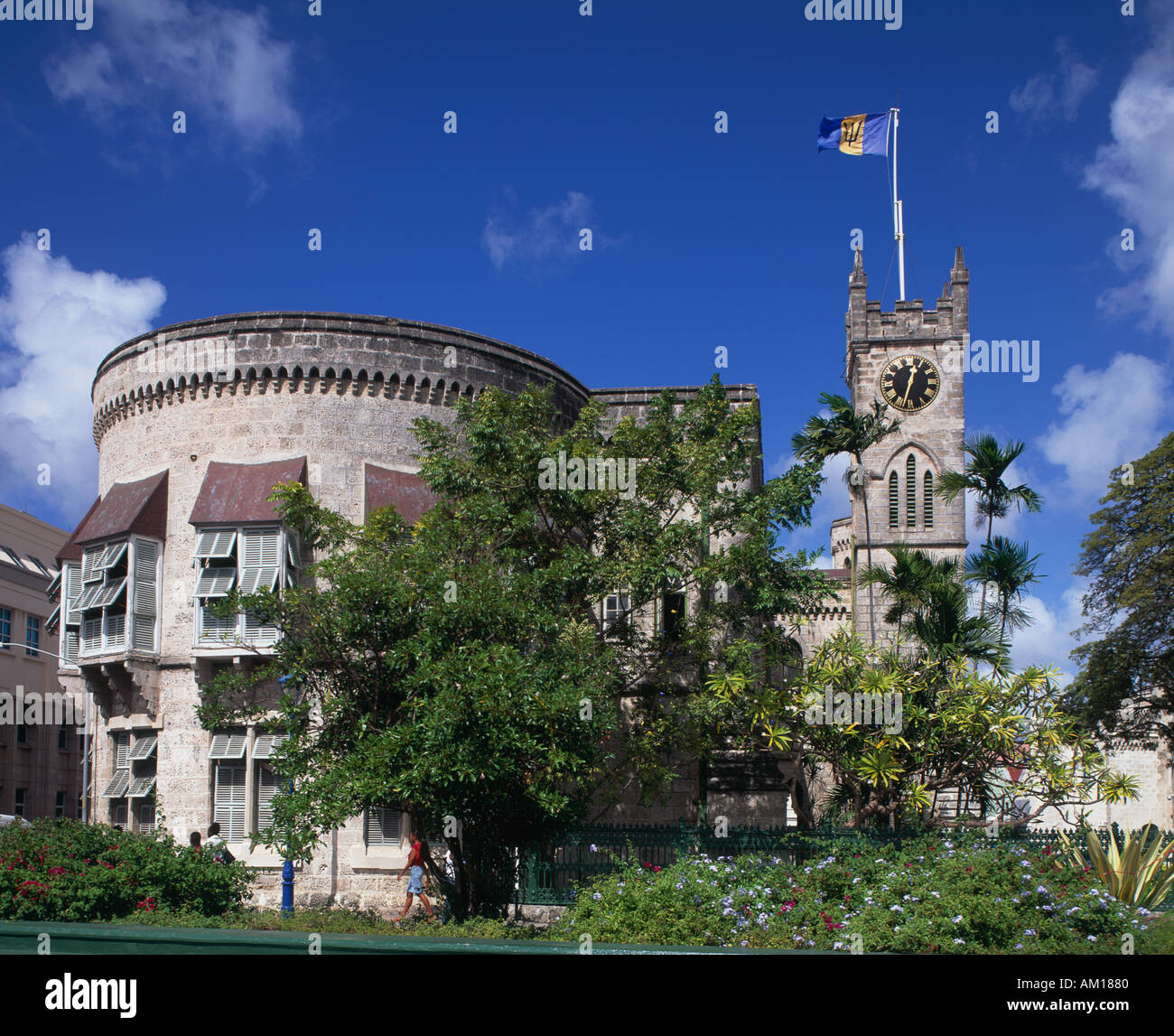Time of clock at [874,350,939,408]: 12:32
